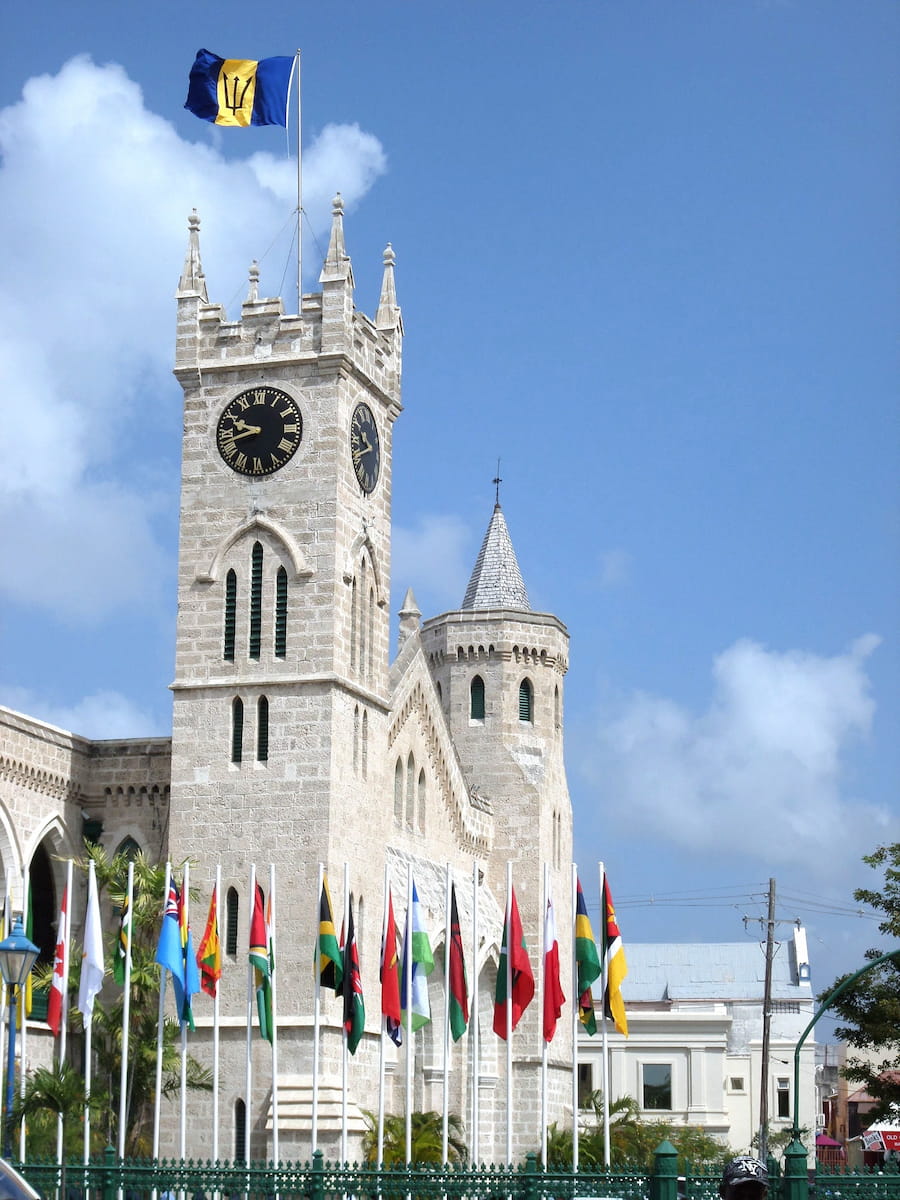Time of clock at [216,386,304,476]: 9:42
